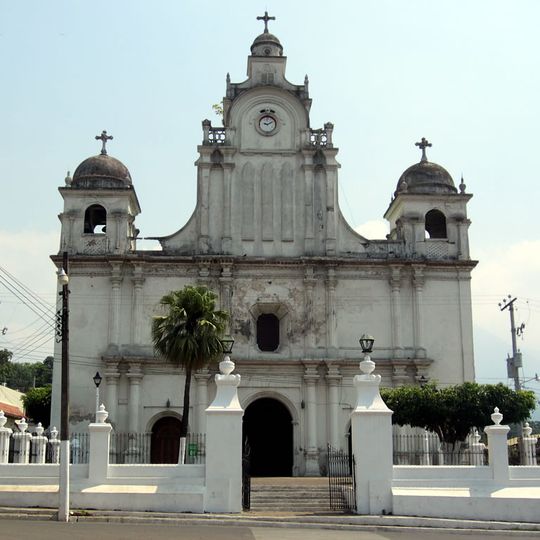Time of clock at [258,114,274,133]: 9:10
